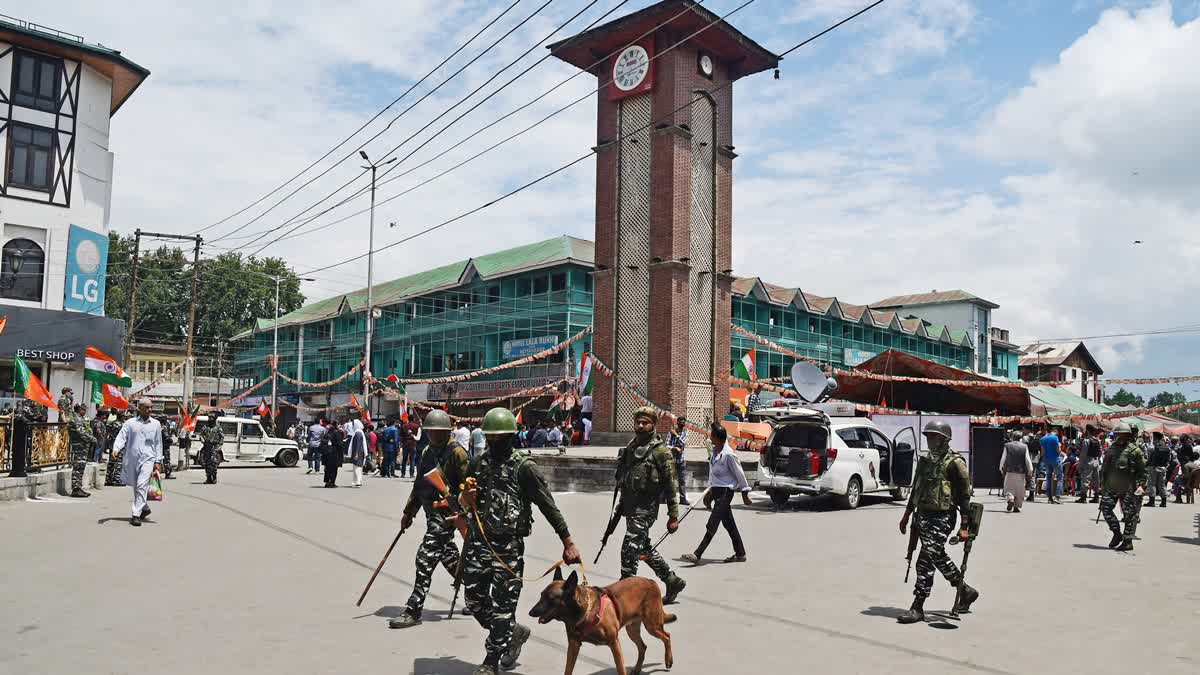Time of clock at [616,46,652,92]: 2:42
